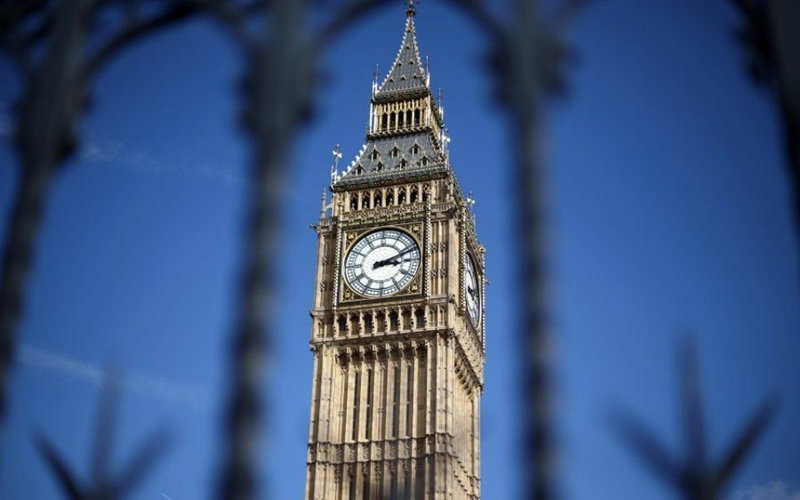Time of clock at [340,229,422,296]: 3:11
